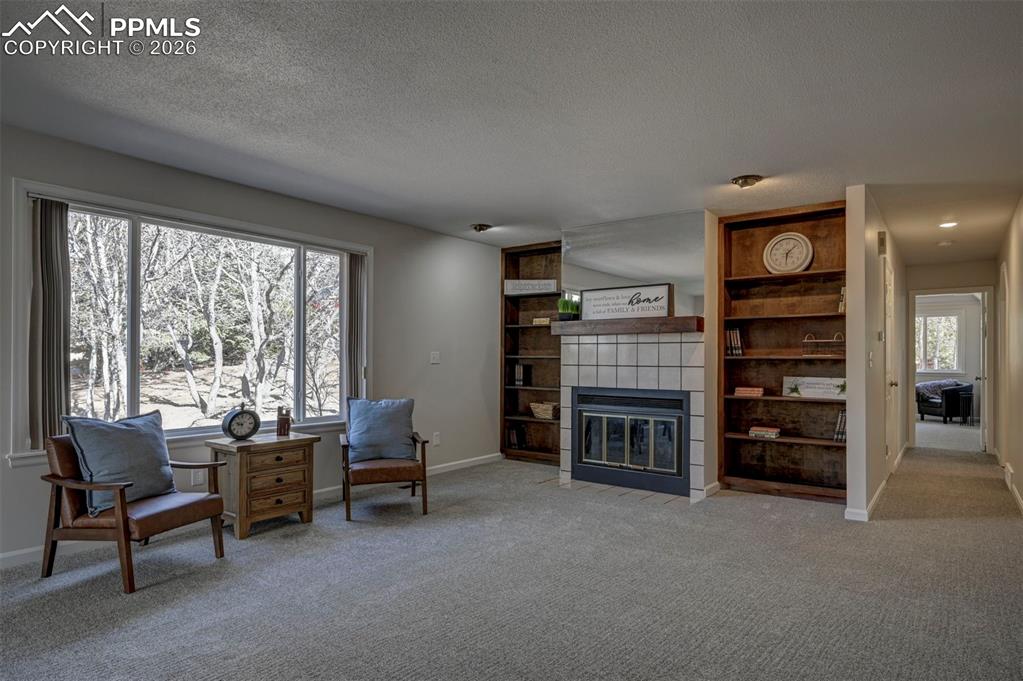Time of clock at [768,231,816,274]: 6:07
